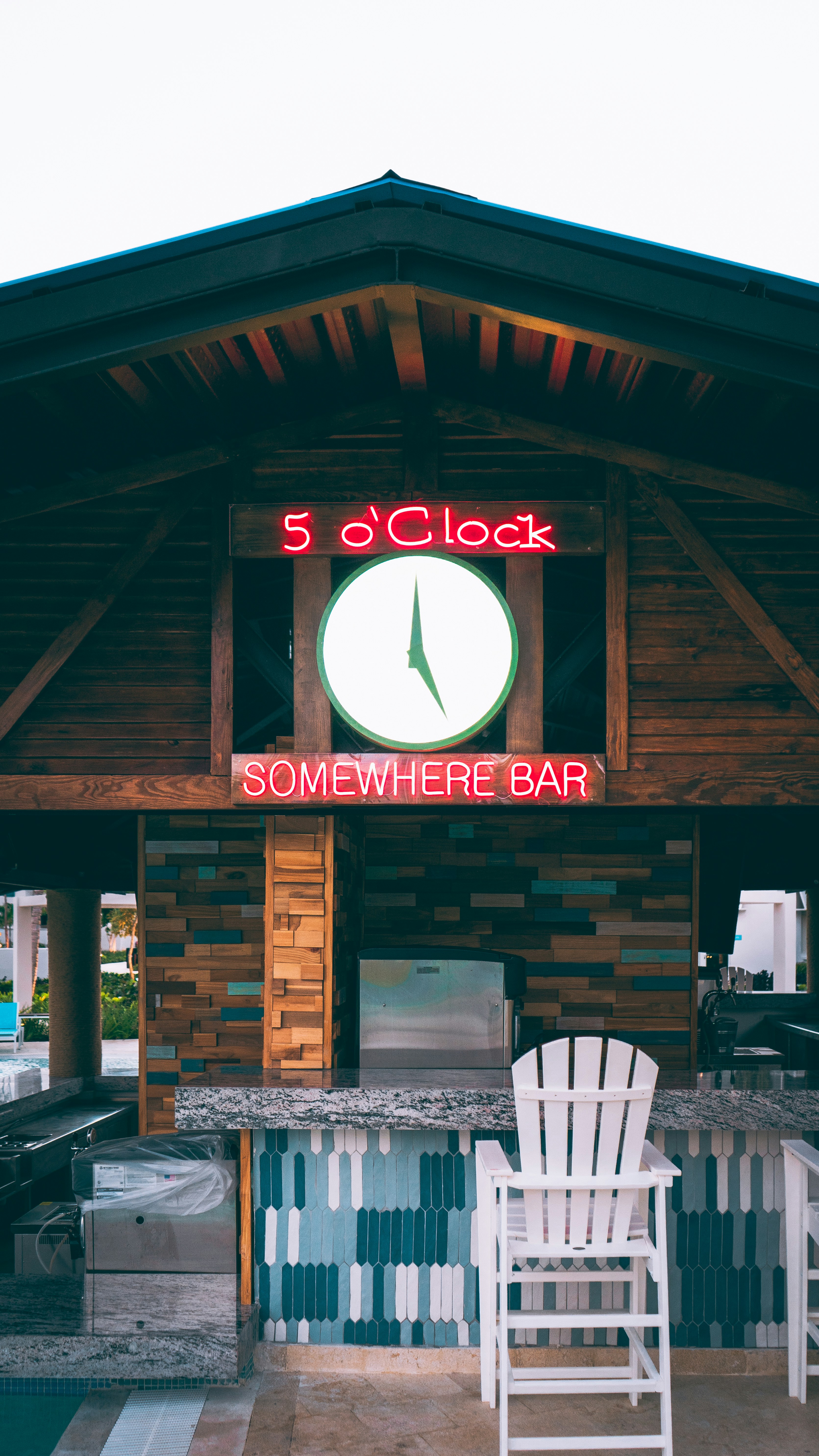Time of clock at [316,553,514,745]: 4:59
